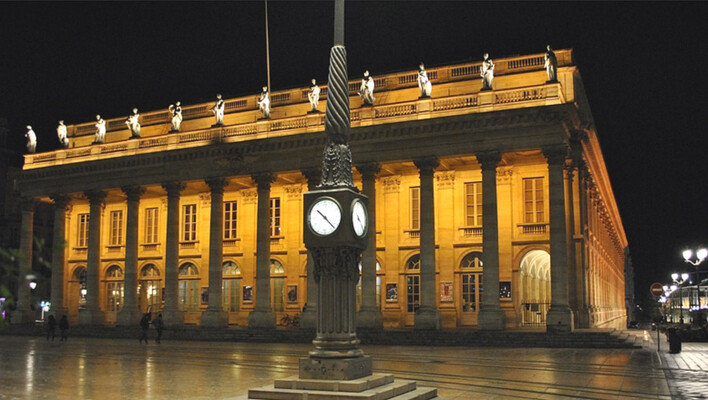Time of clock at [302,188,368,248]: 10:22
